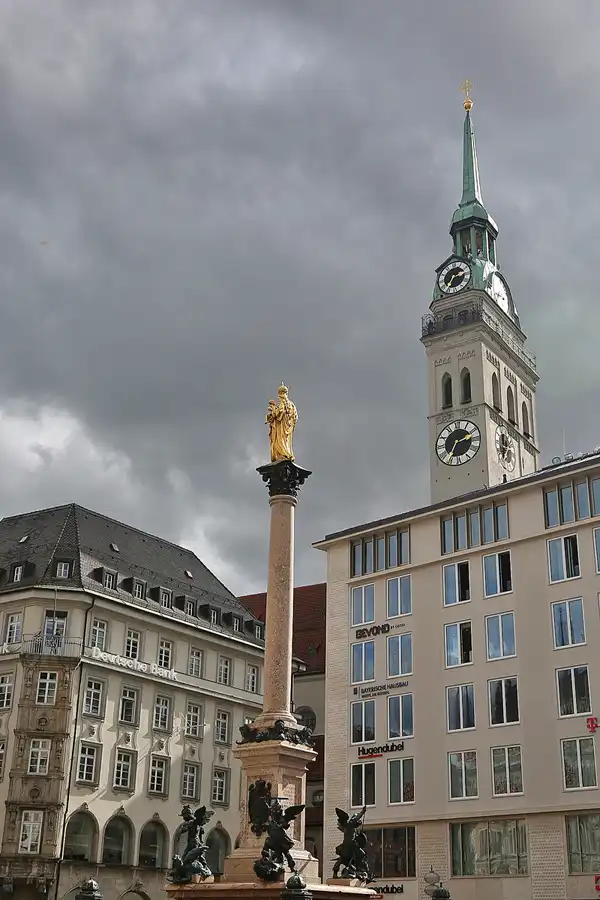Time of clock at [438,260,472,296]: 2:35
